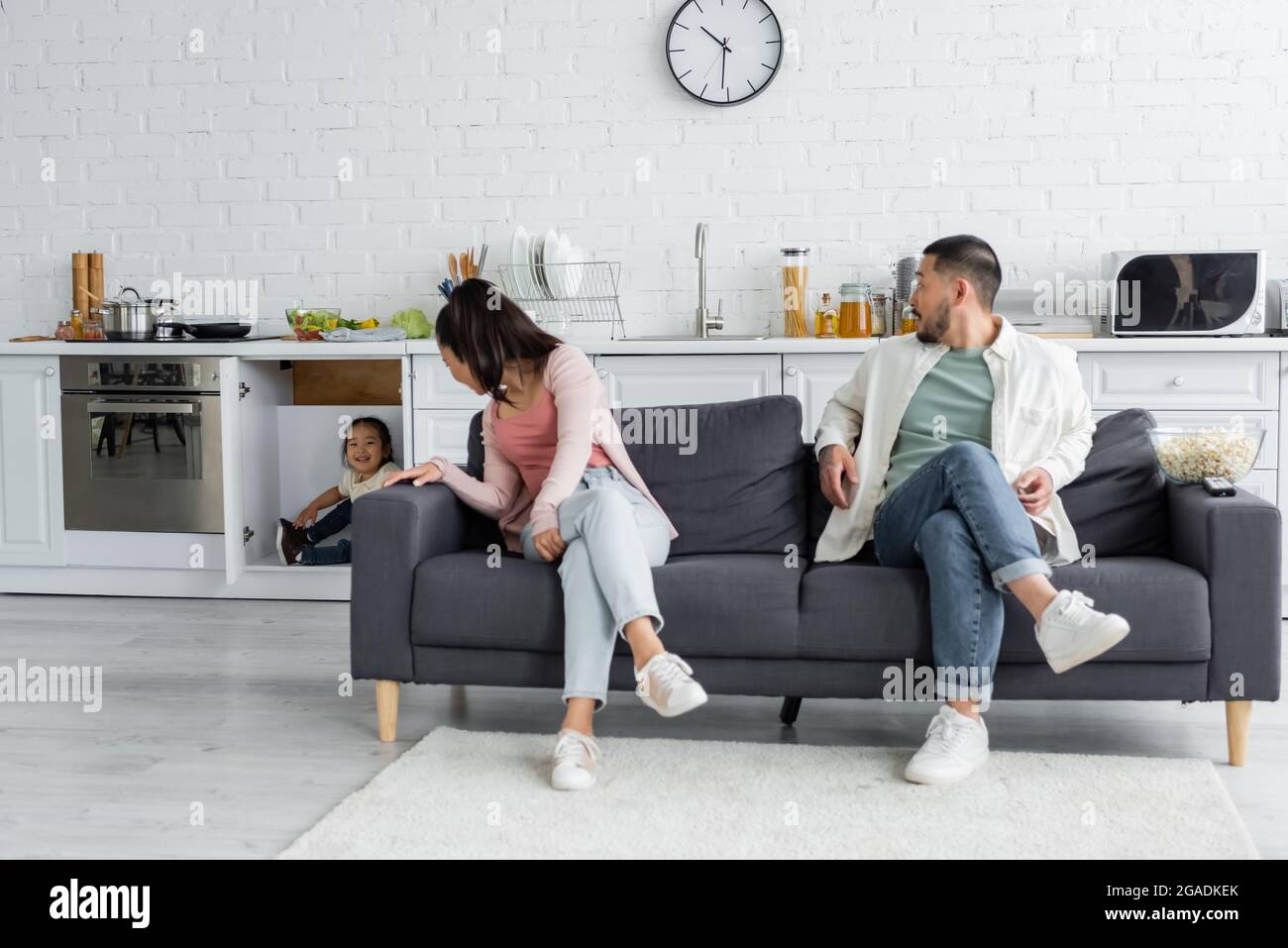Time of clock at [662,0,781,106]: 10:31
